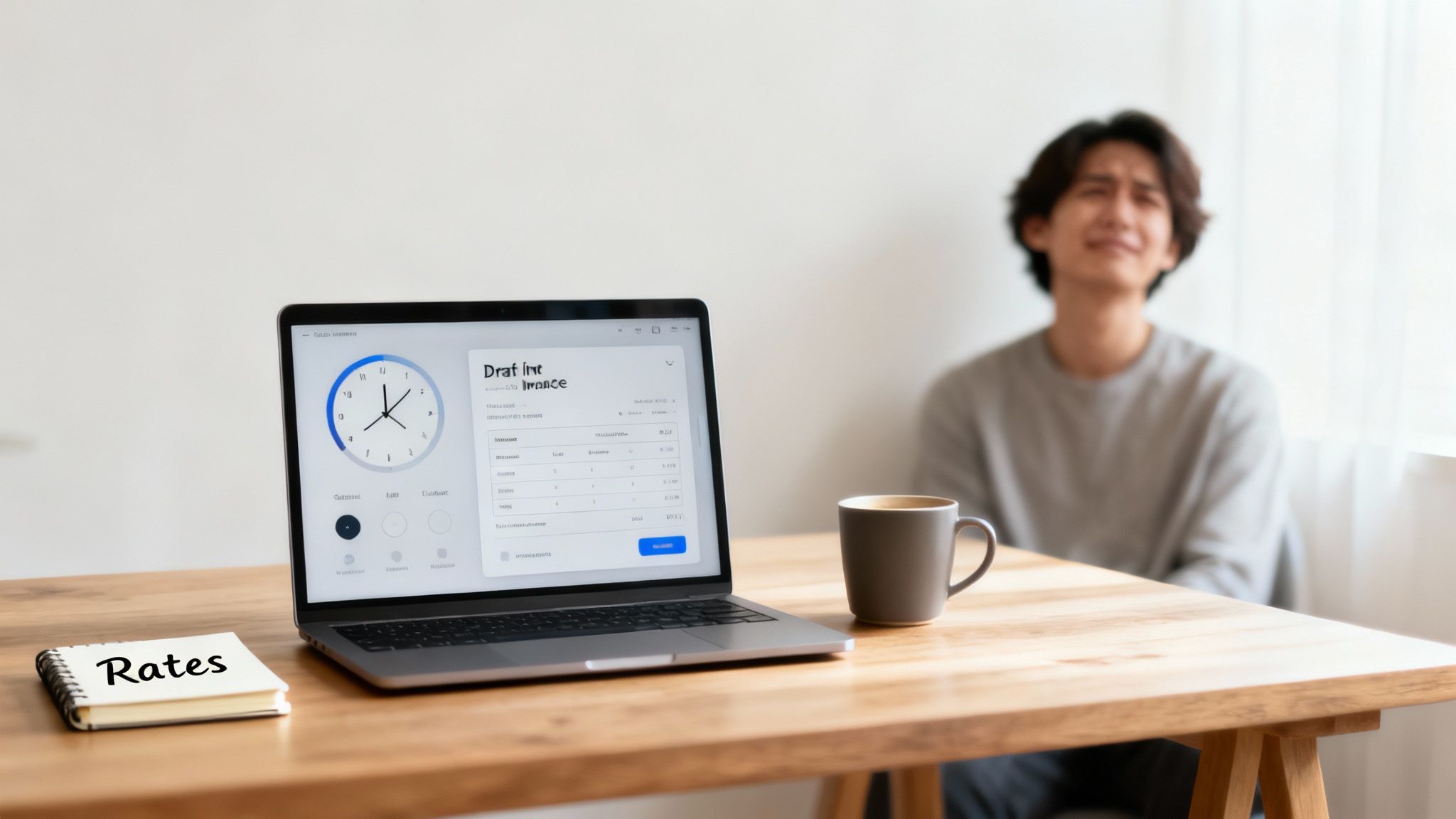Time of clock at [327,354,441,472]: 12:07
